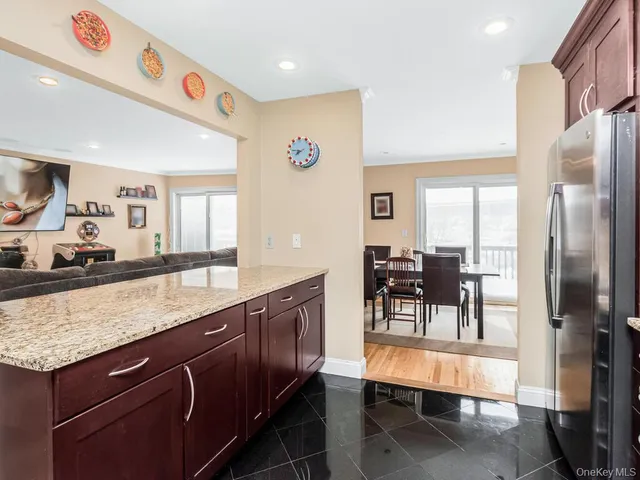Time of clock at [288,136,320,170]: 7:46
